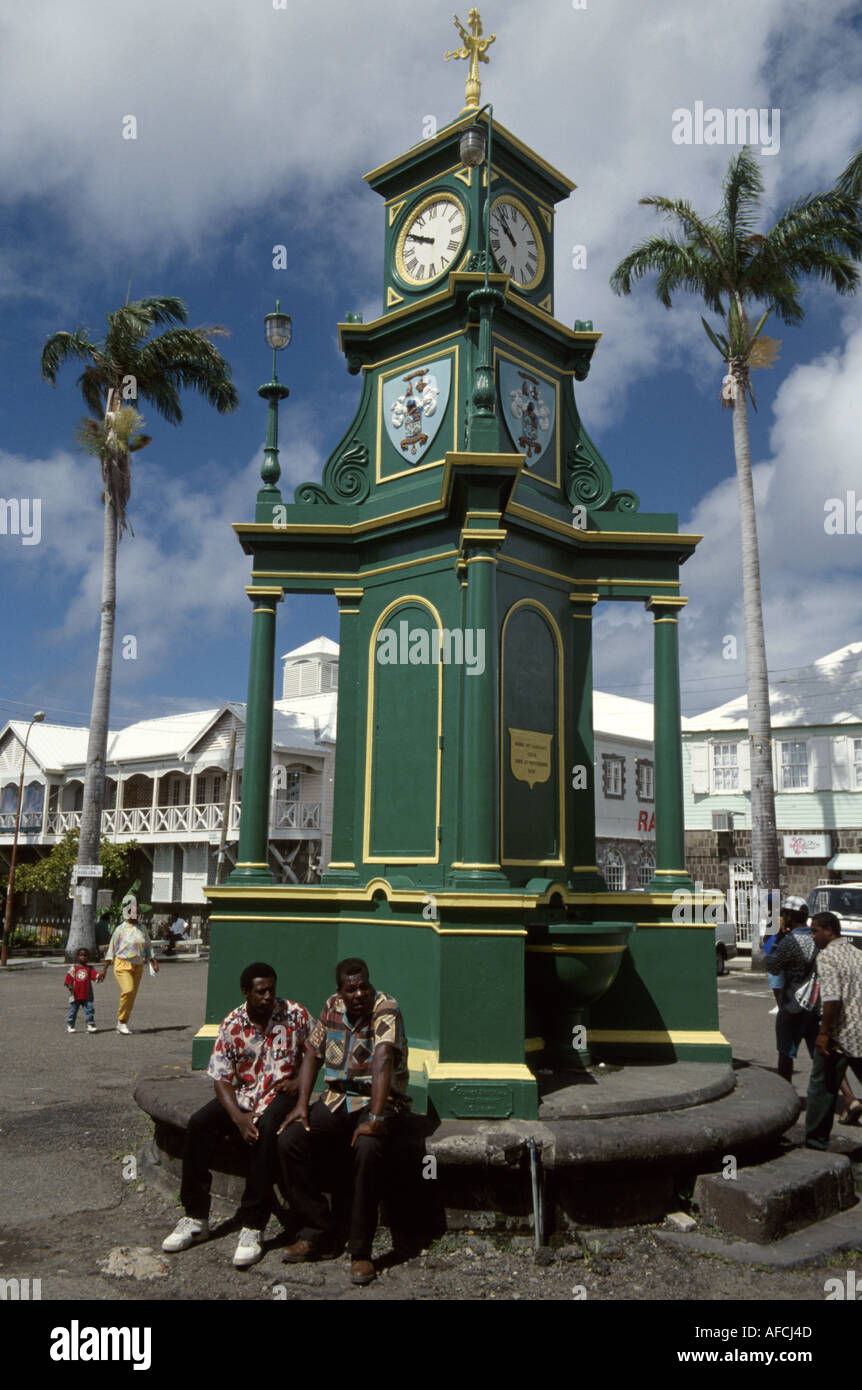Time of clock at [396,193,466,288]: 9:50
